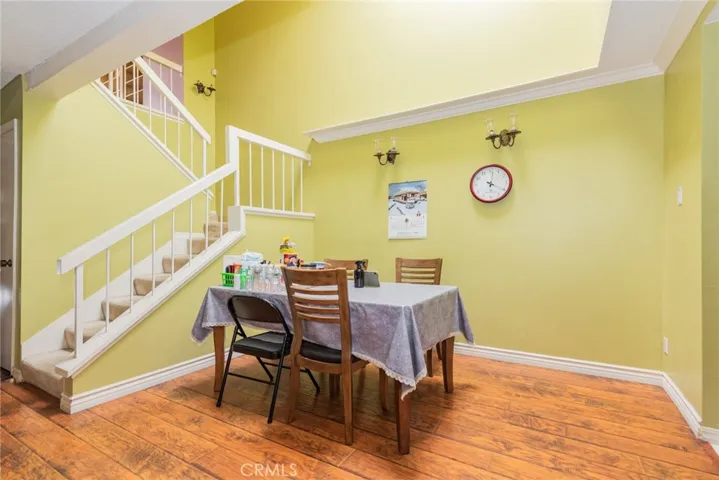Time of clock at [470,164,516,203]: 12:20
